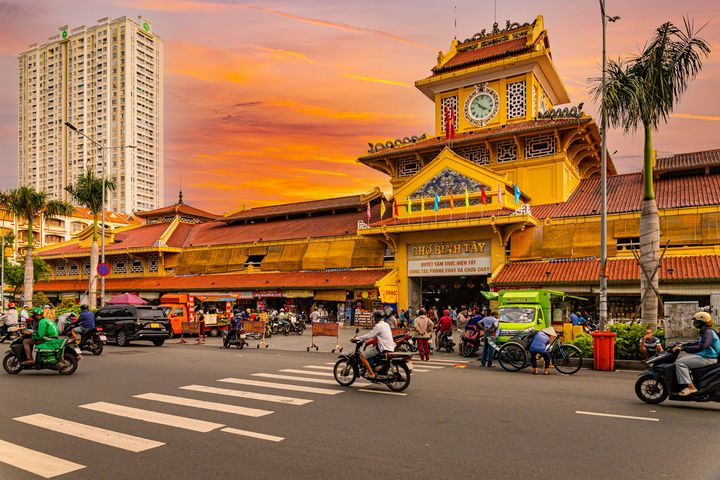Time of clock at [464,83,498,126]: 3:52
